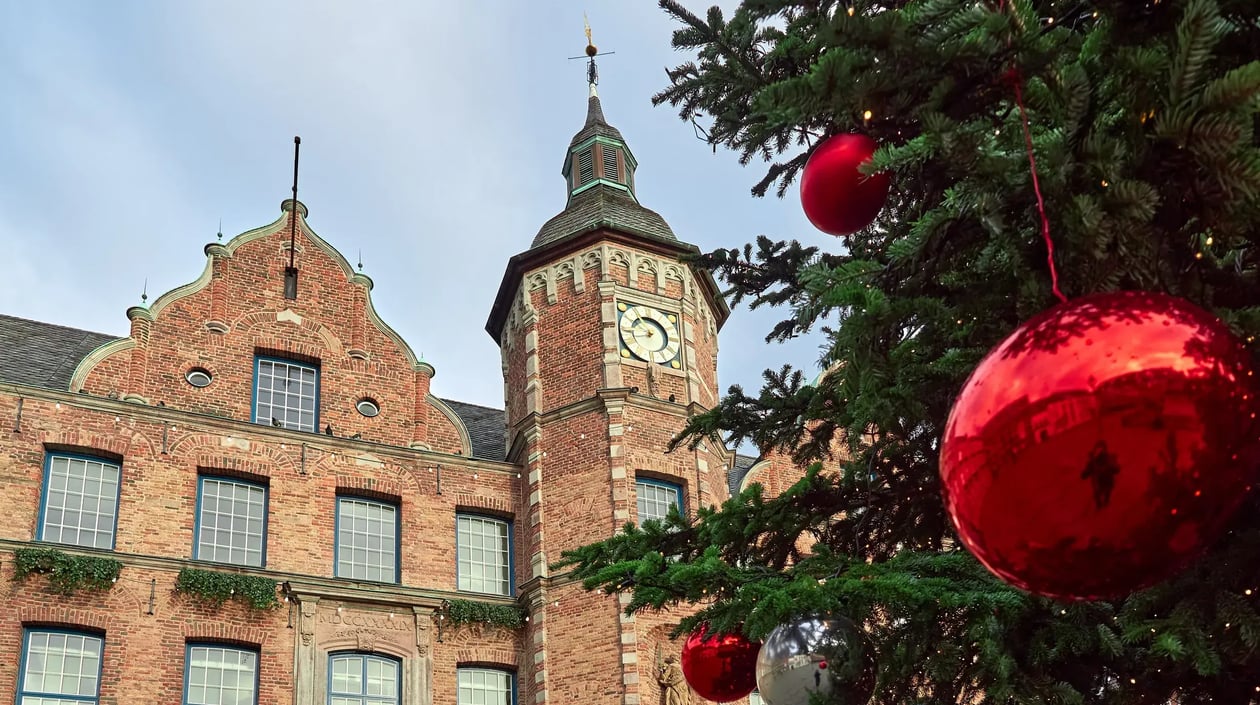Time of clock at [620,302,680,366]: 10:42
